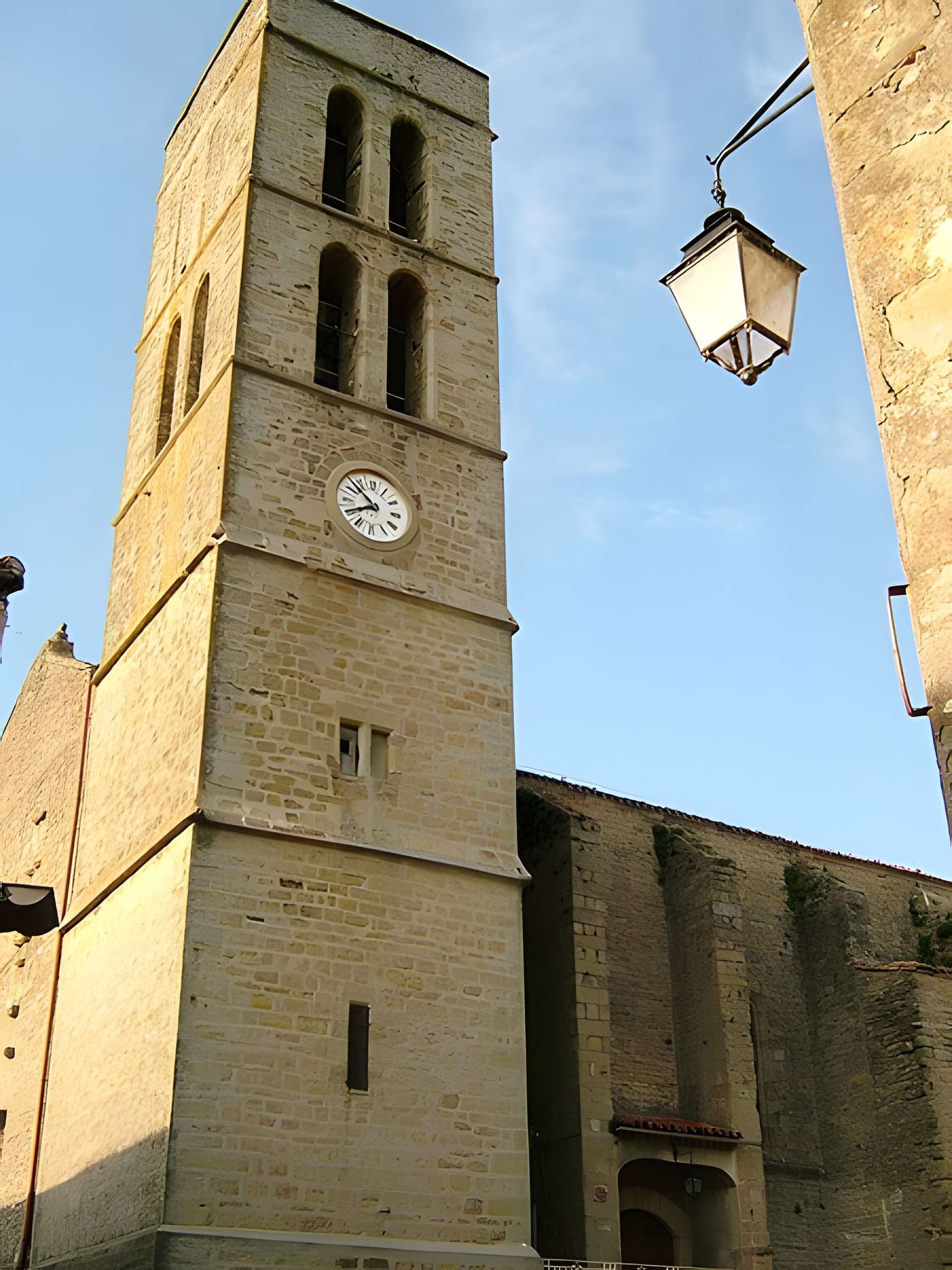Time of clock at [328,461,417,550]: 7:52
